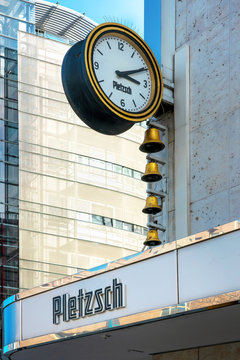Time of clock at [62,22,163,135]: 3:10
